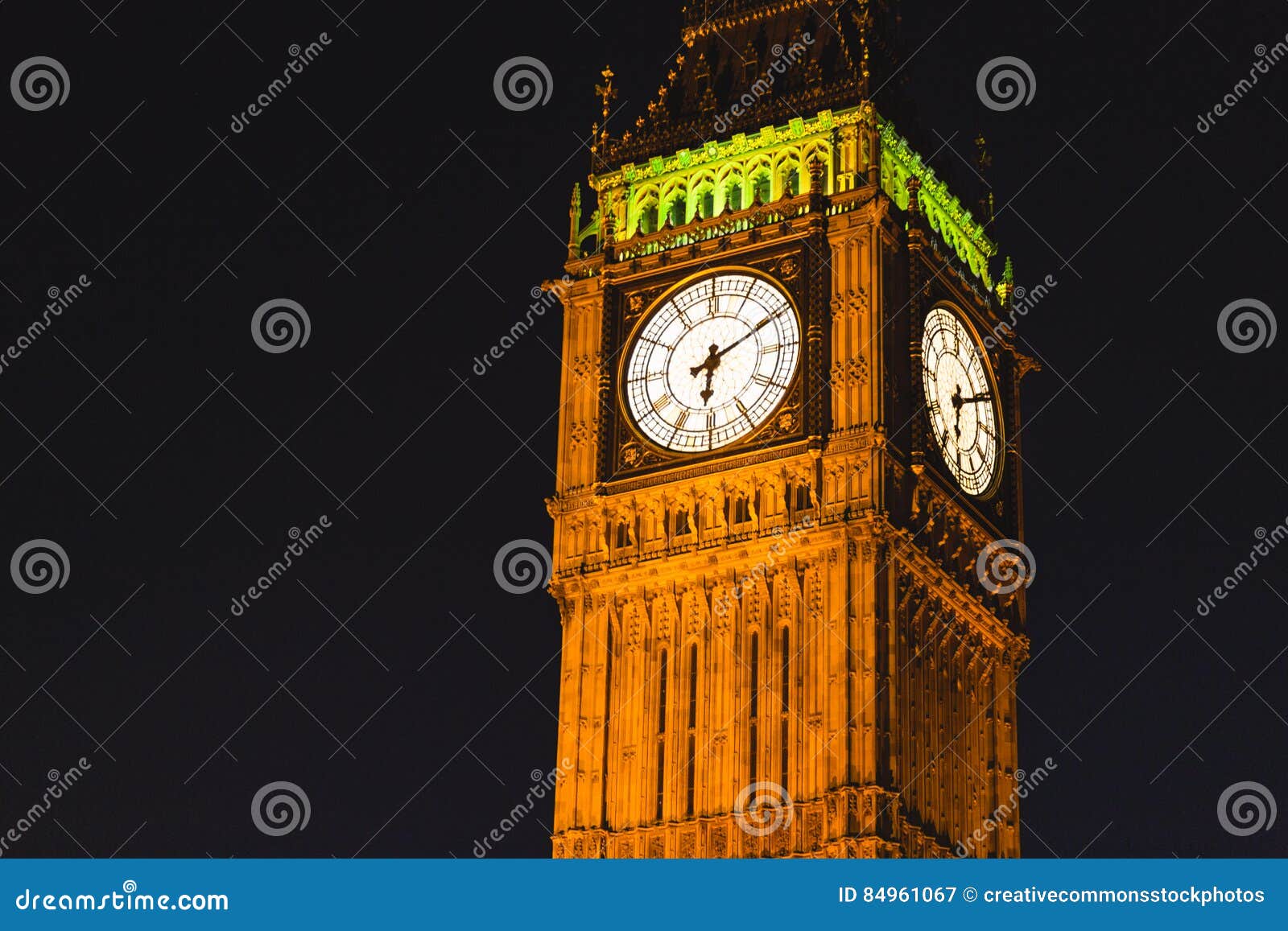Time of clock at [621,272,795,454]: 6:10
